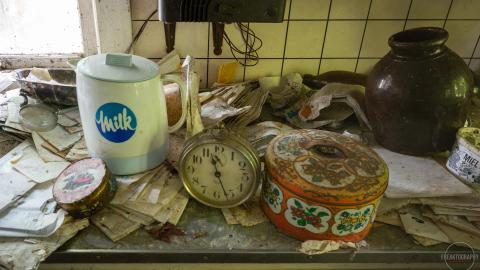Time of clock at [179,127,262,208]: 11:26
